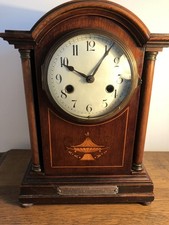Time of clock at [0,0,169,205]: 10:05
